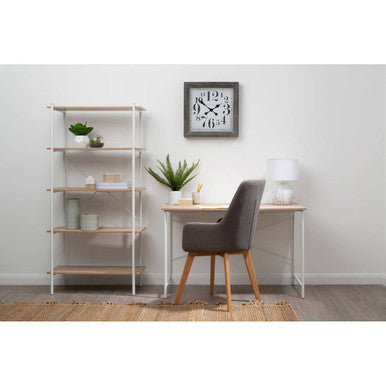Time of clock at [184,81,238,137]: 1:50
